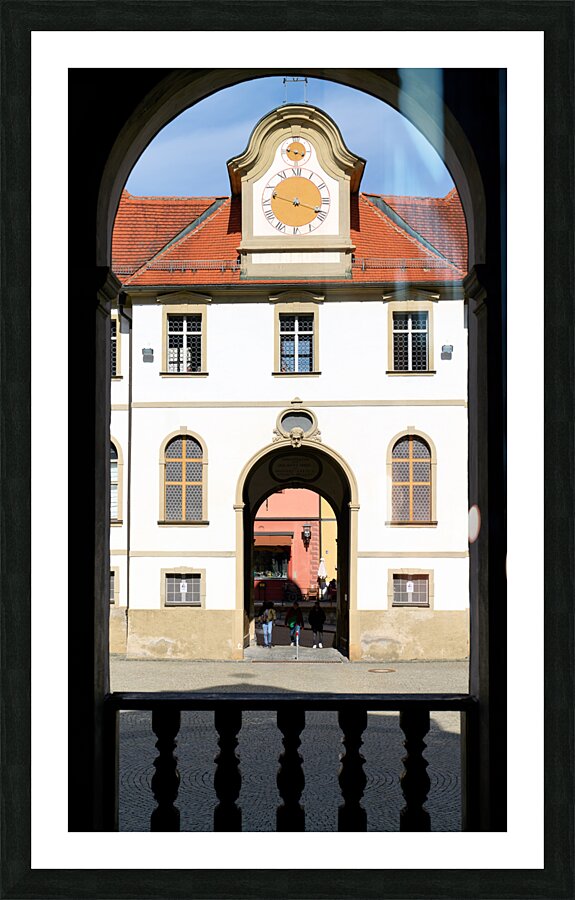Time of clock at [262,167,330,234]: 3:47
